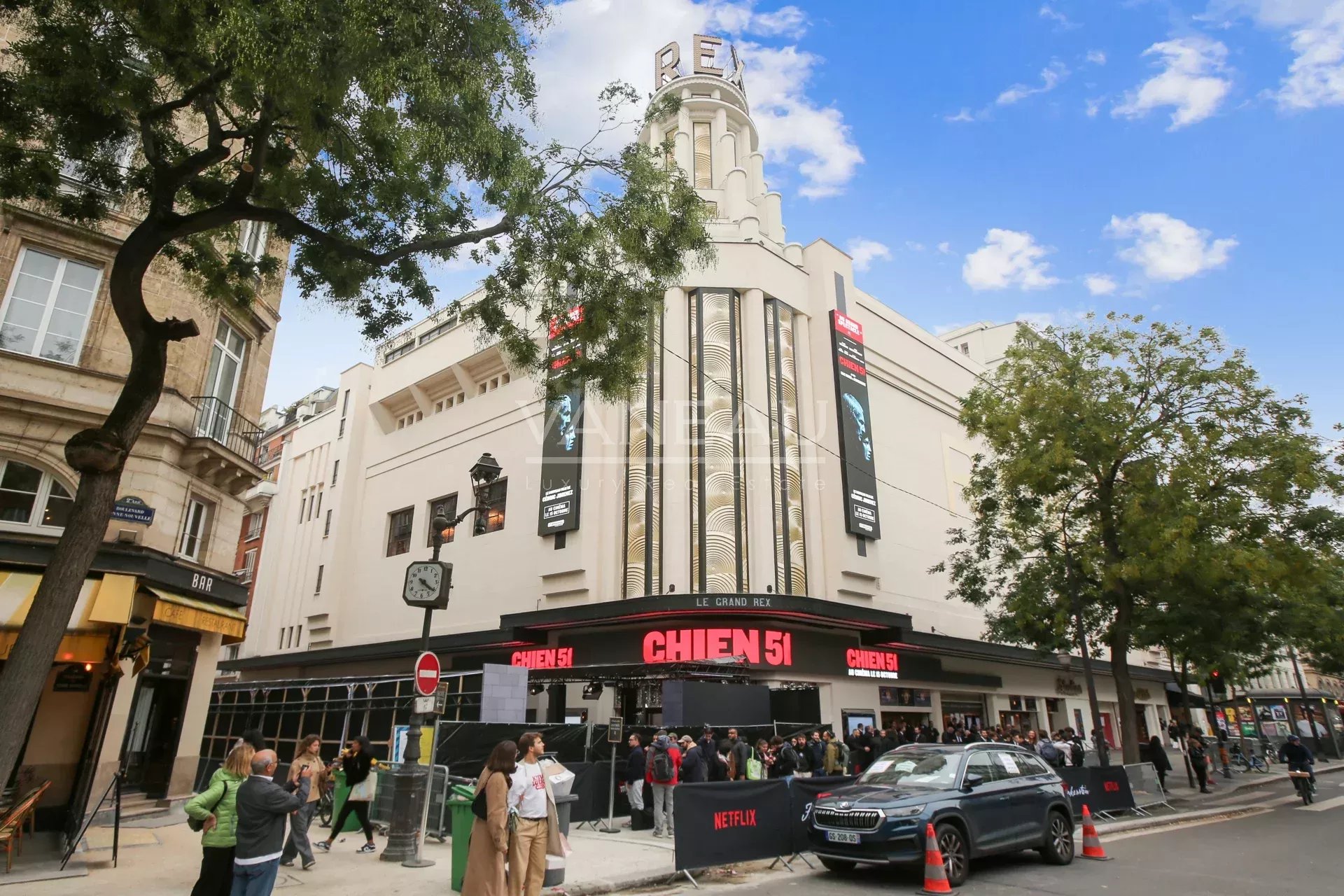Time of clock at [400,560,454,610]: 4:20
